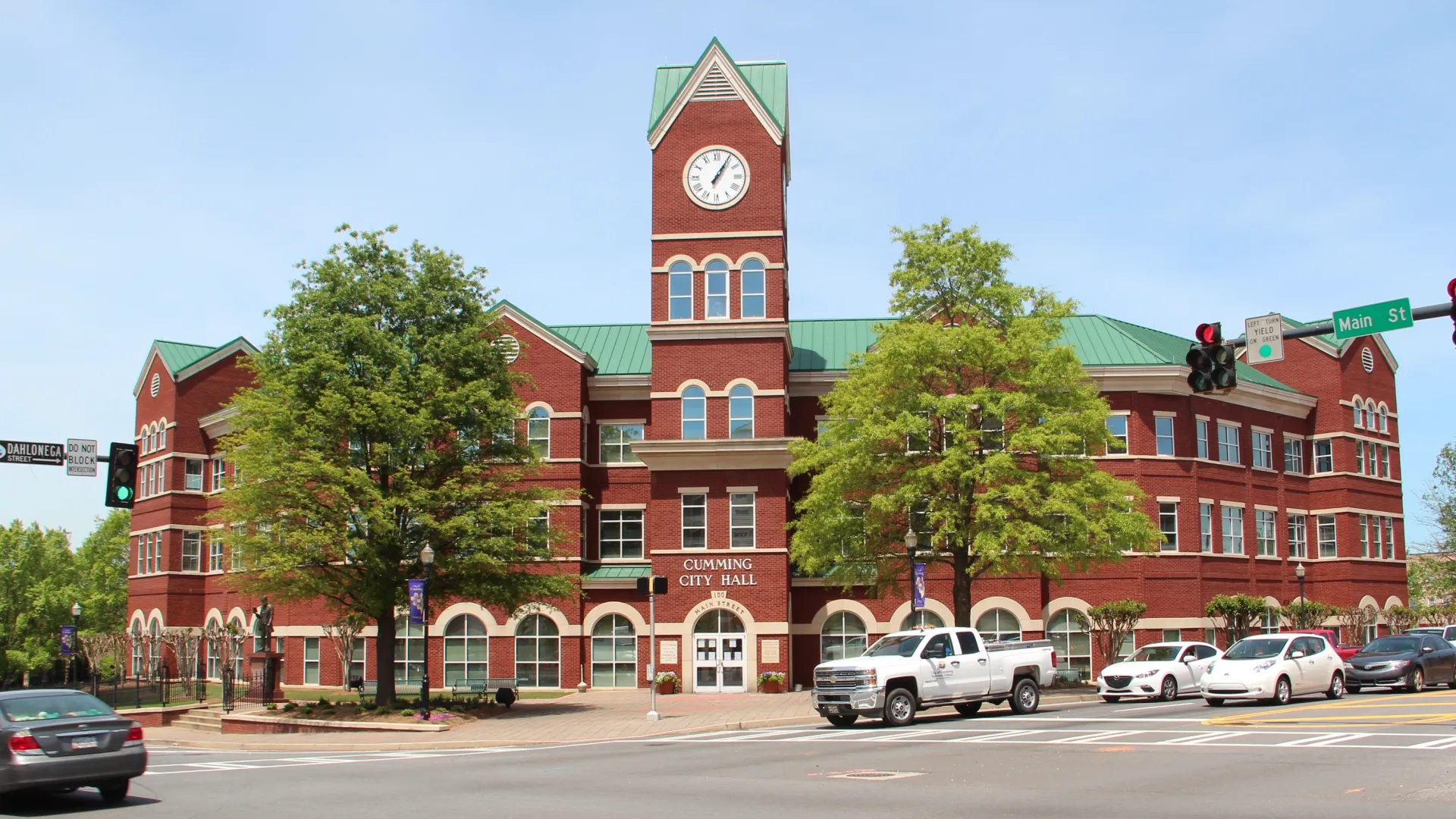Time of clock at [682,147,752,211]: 1:05
